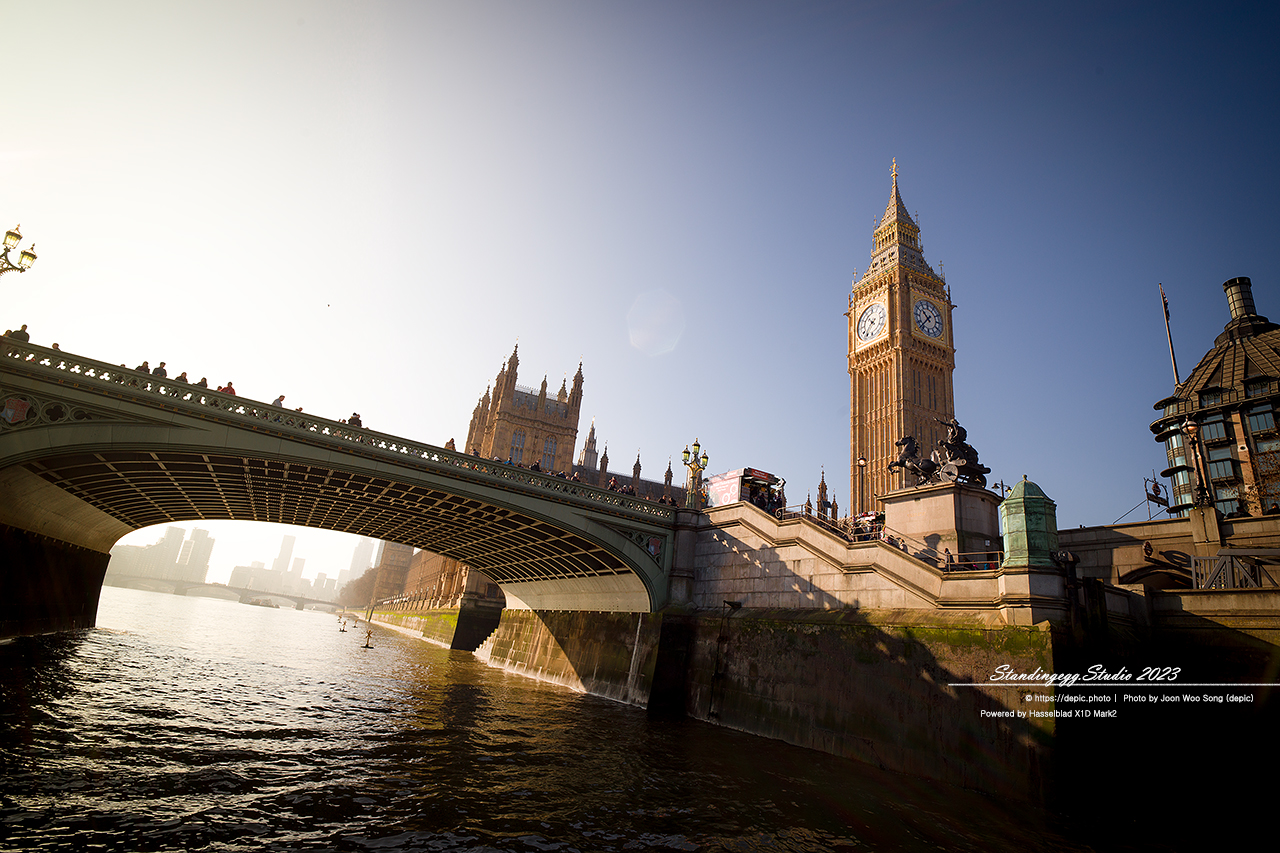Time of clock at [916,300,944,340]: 10:37
